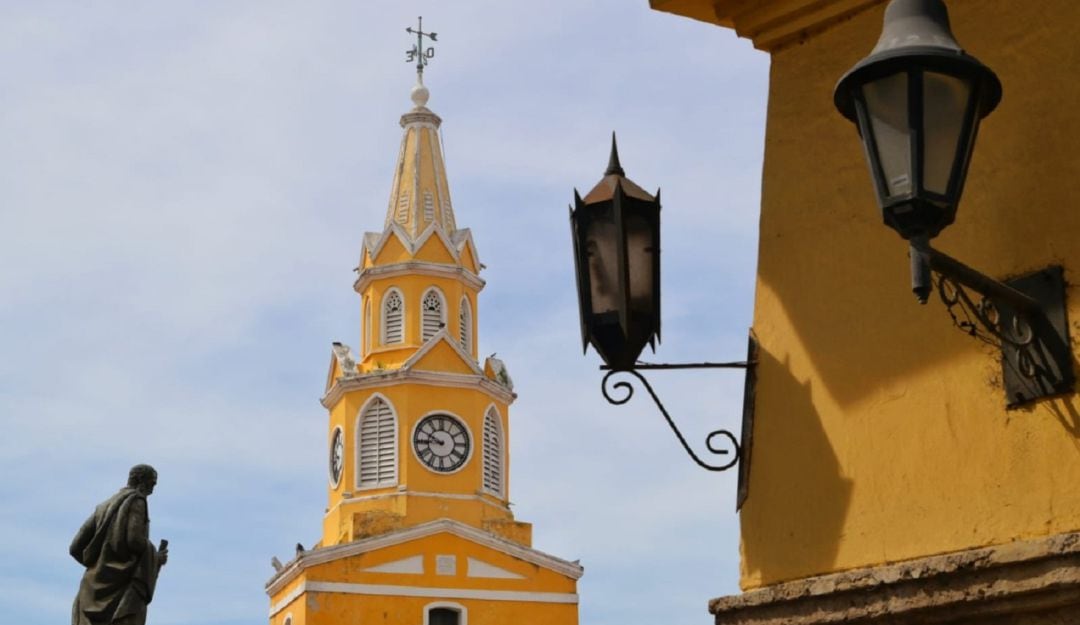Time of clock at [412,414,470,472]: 8:49
